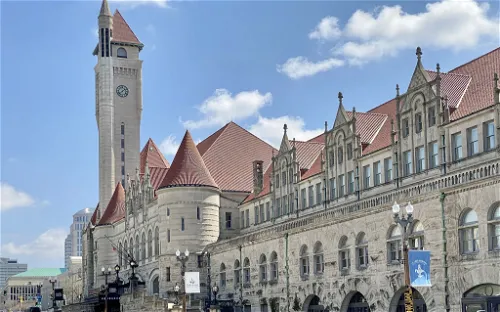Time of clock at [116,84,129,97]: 1:38
